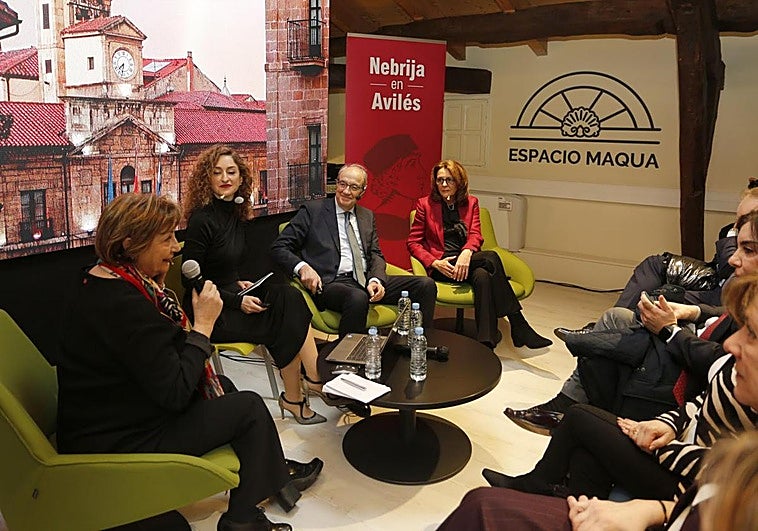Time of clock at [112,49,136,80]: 7:32
